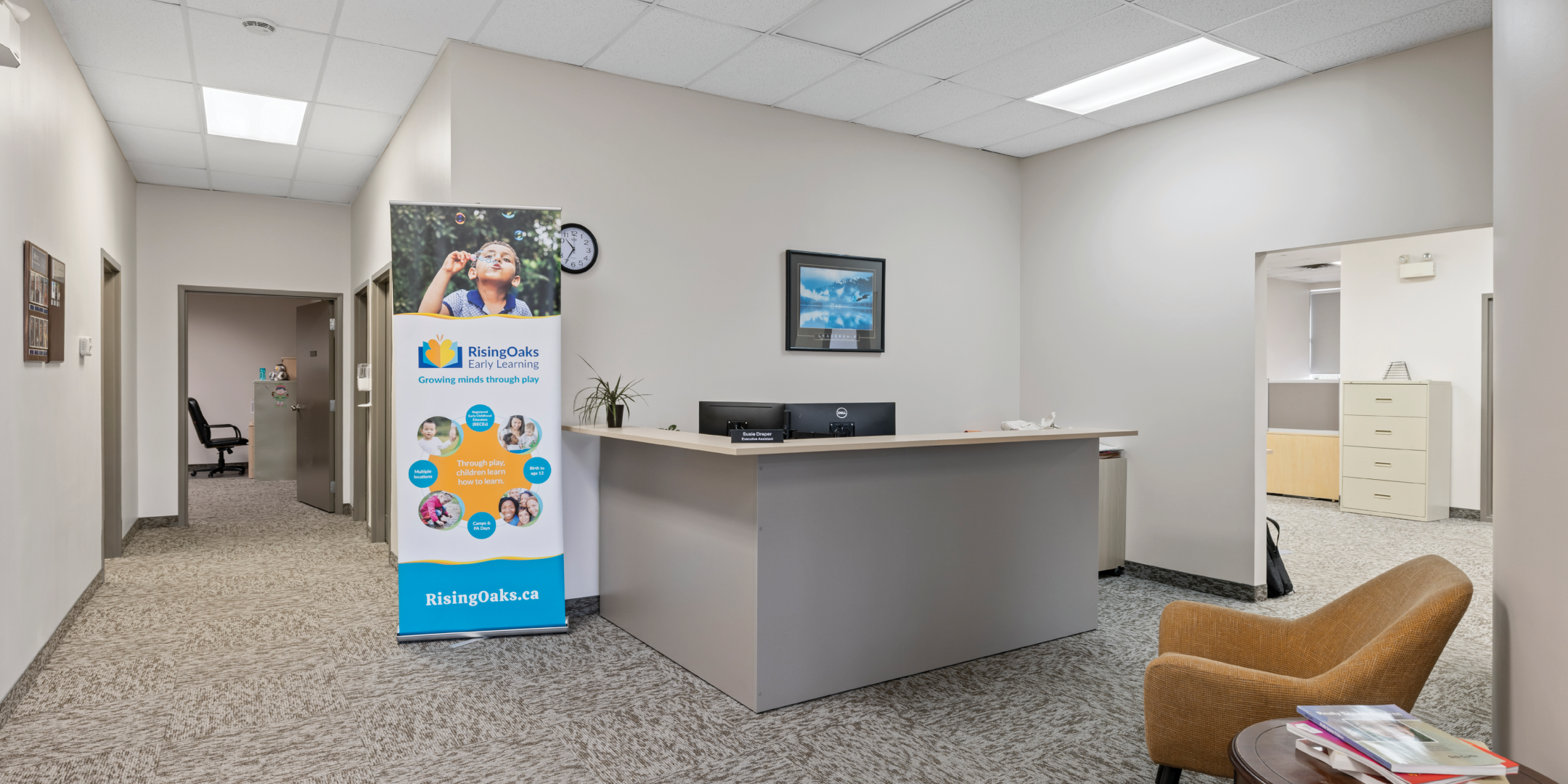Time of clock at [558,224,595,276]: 10:35
